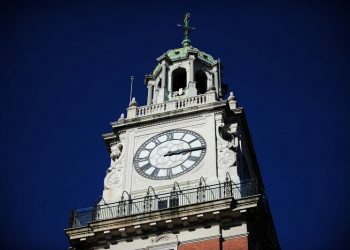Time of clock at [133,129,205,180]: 3:14
